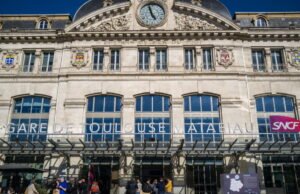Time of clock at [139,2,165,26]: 4:57
